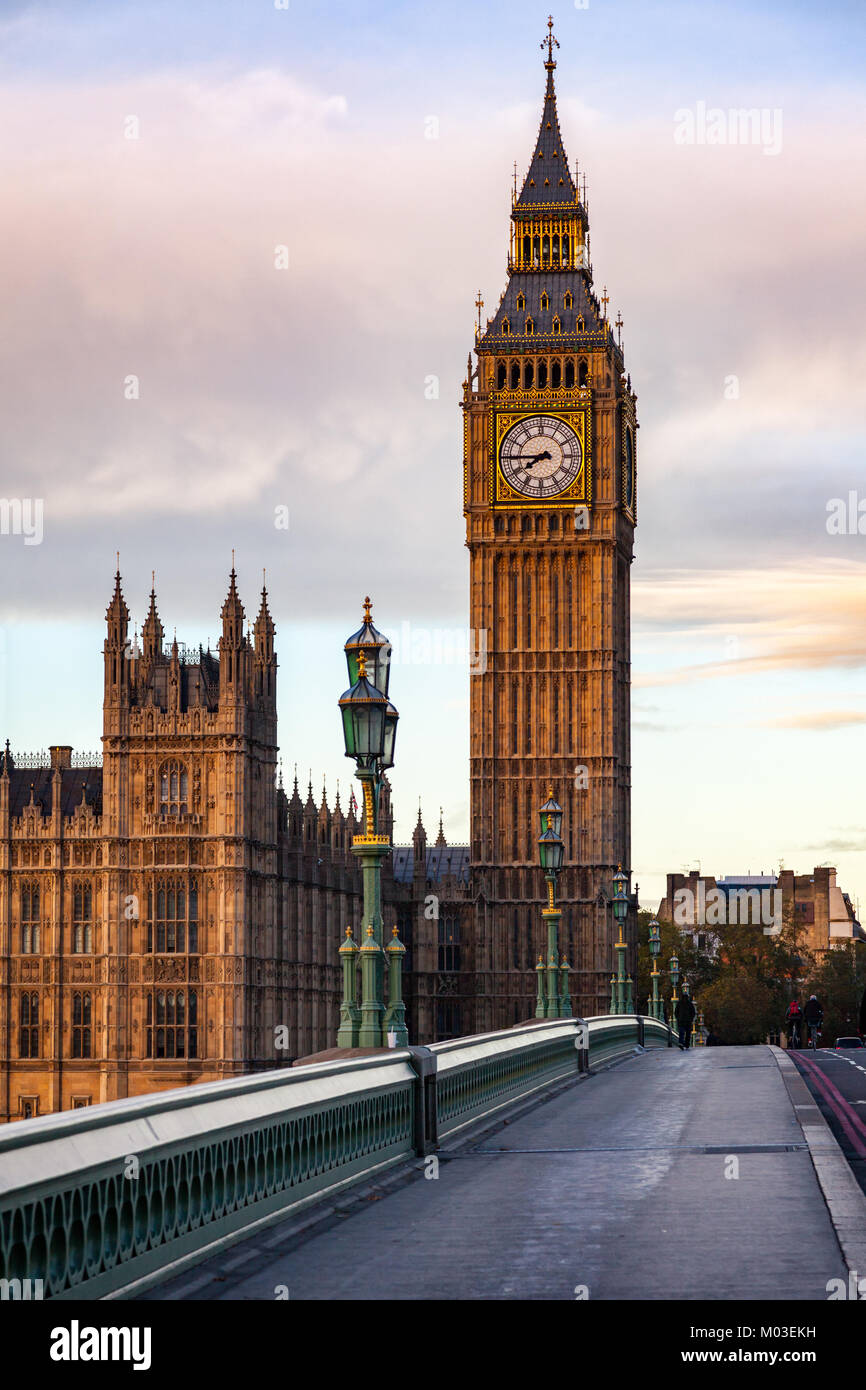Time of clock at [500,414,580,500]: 7:44
